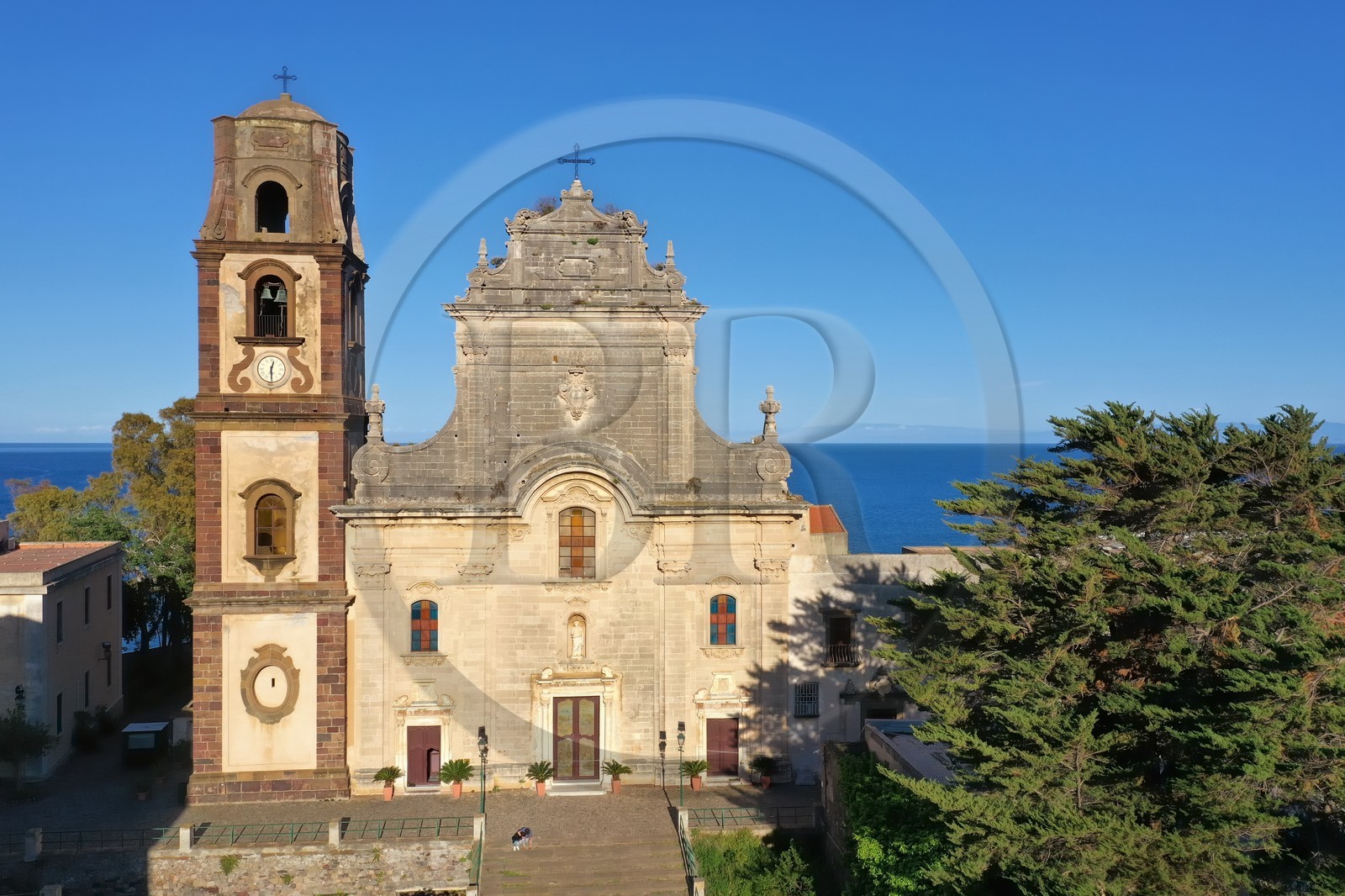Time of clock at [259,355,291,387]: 12:29
